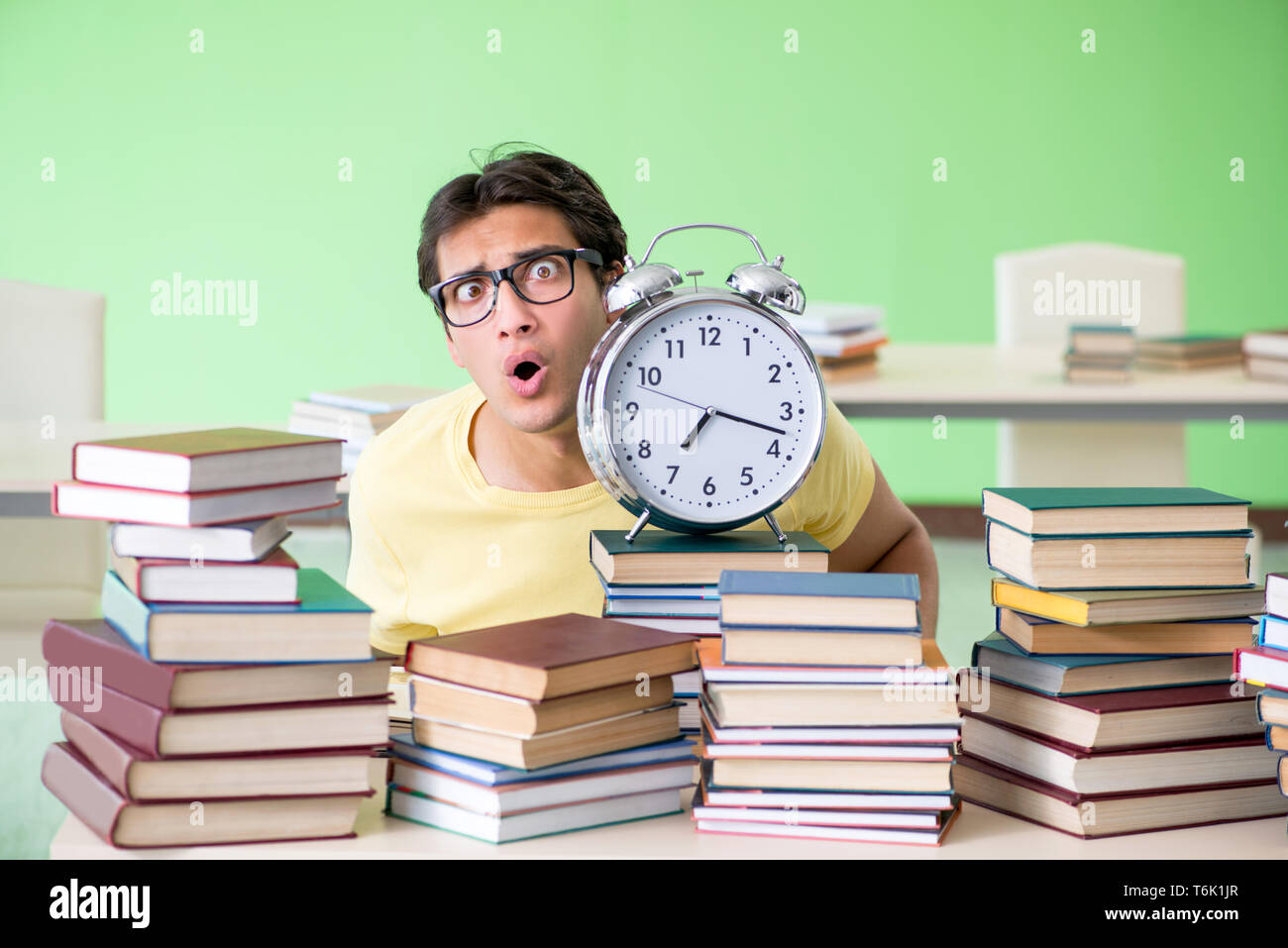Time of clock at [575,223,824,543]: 7:17
